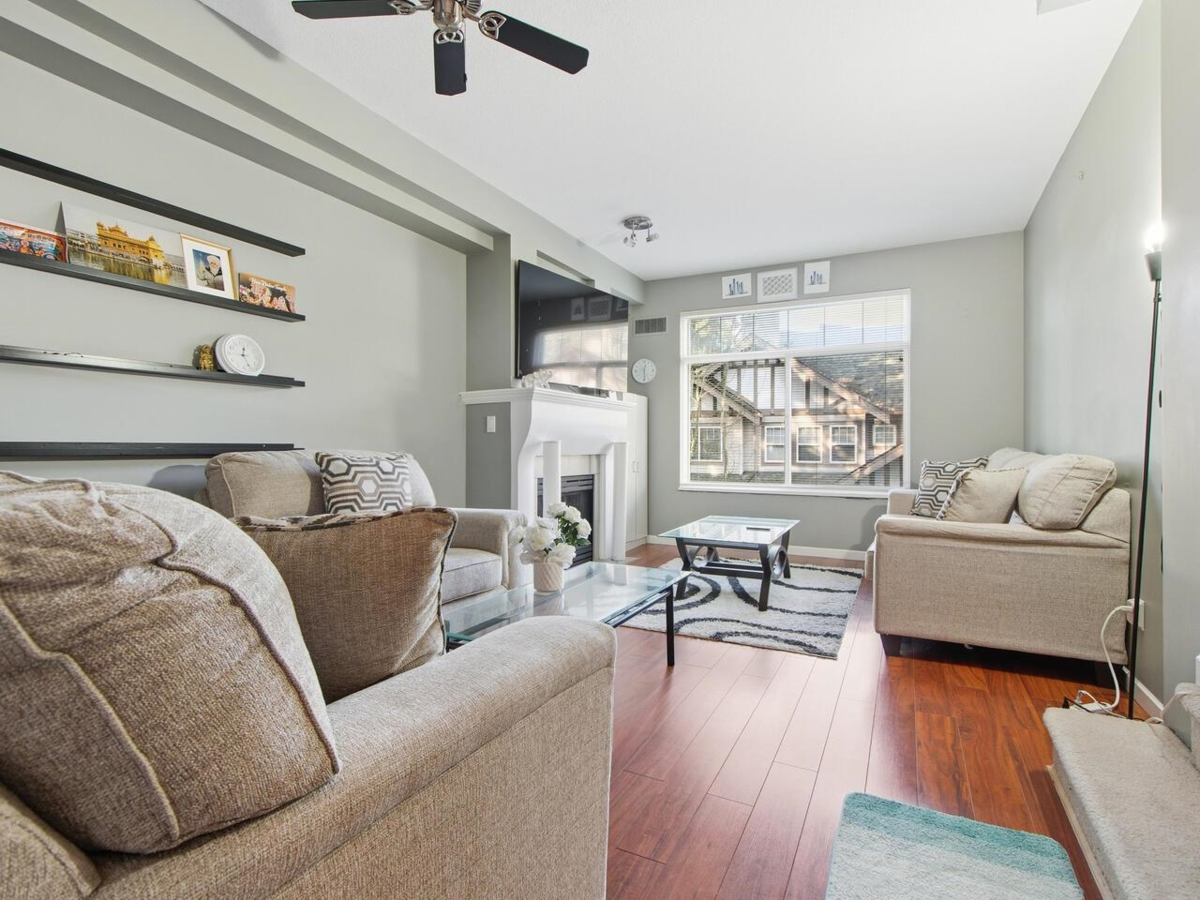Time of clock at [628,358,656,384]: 12:28
